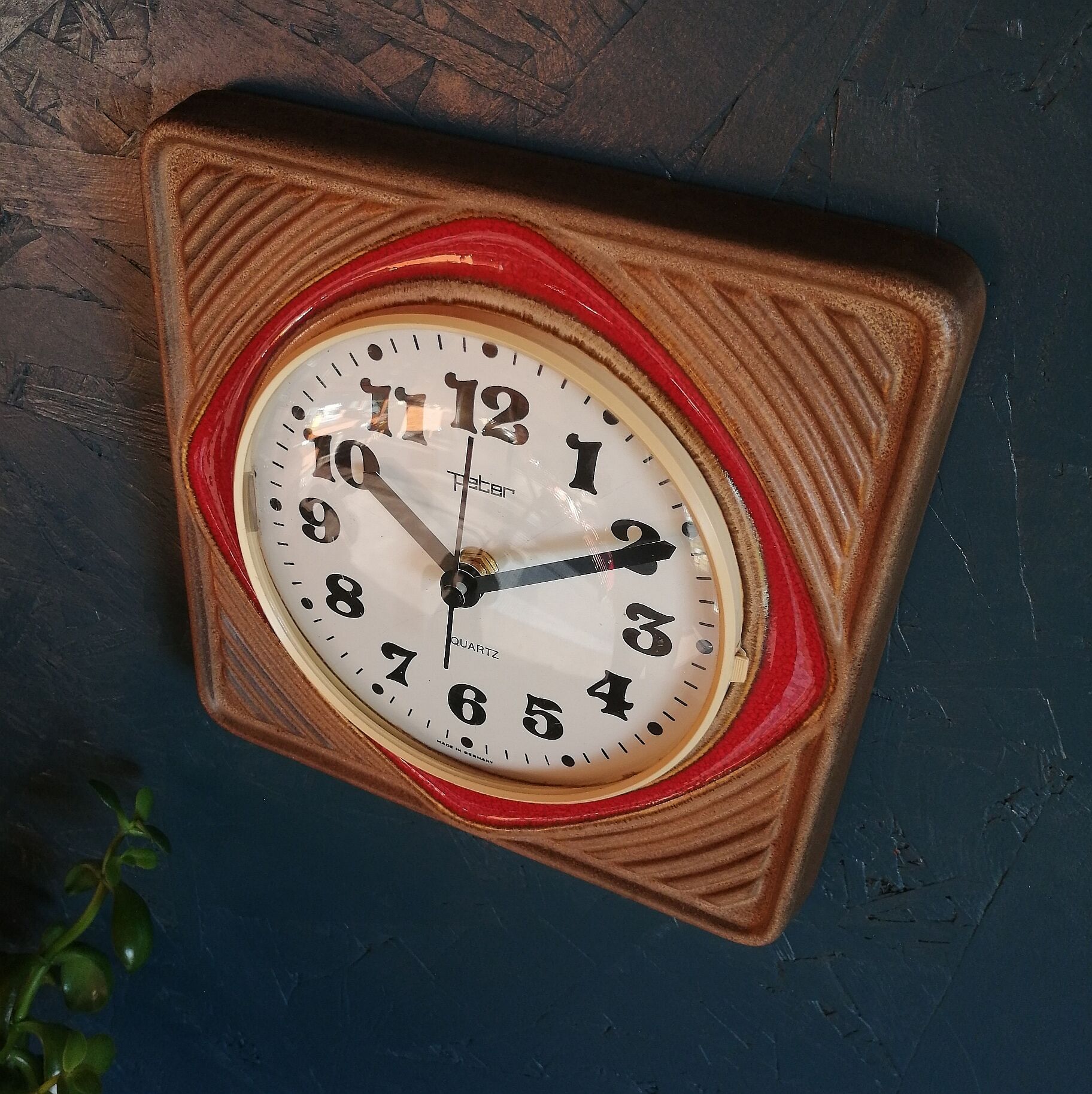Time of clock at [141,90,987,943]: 10:10
